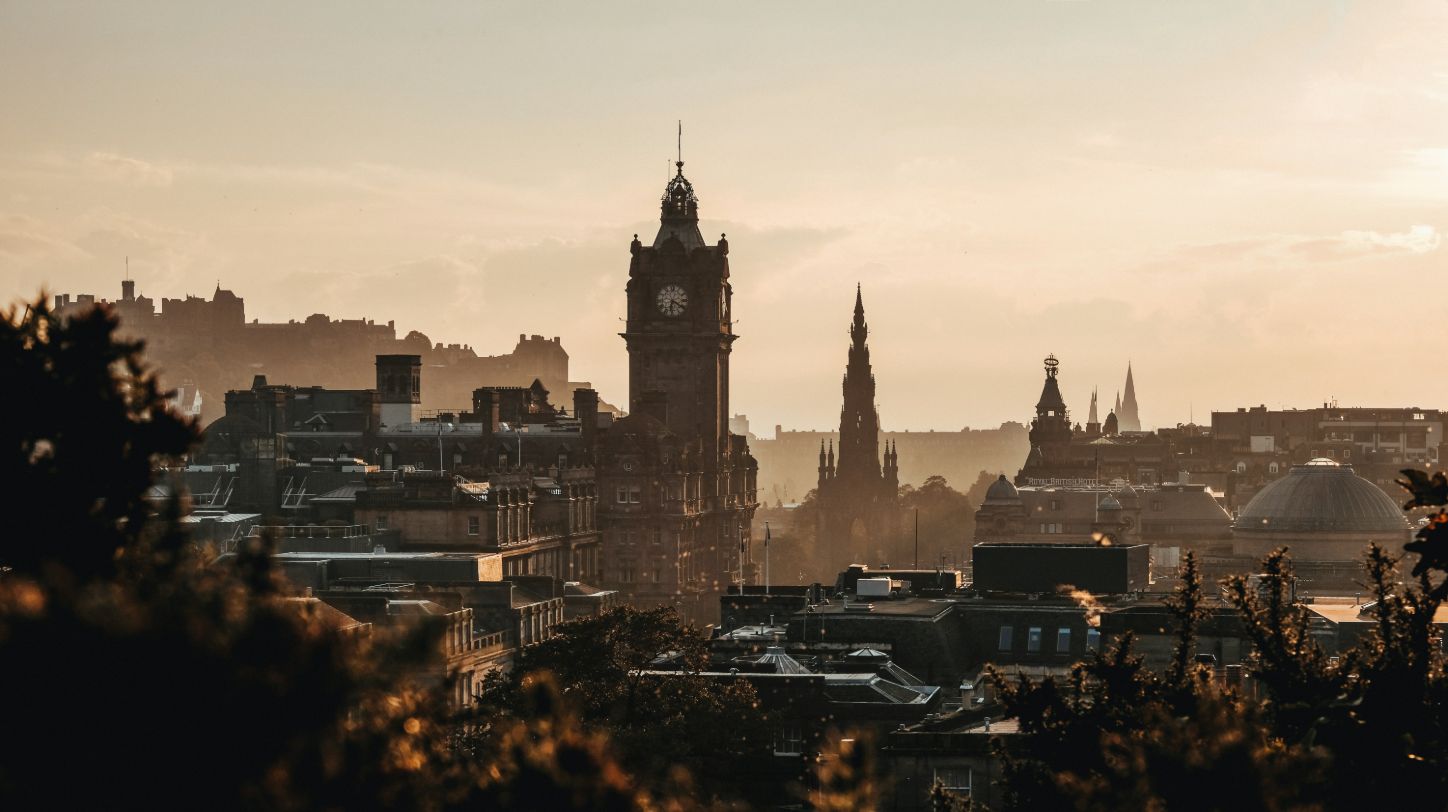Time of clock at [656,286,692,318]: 6:21
